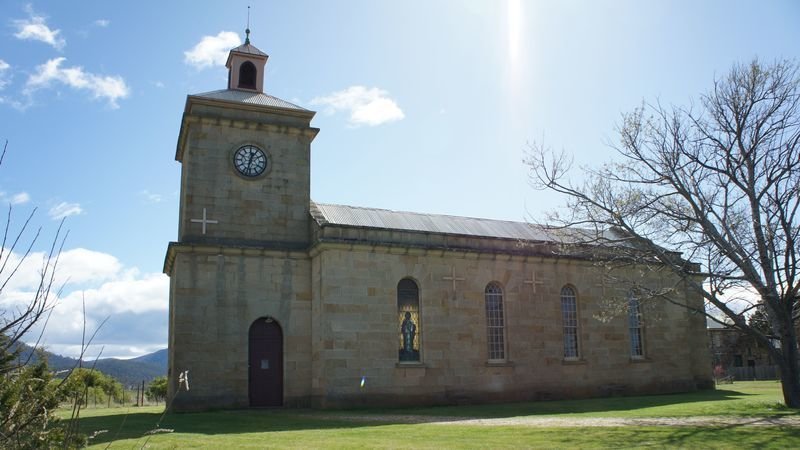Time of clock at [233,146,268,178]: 12:32
